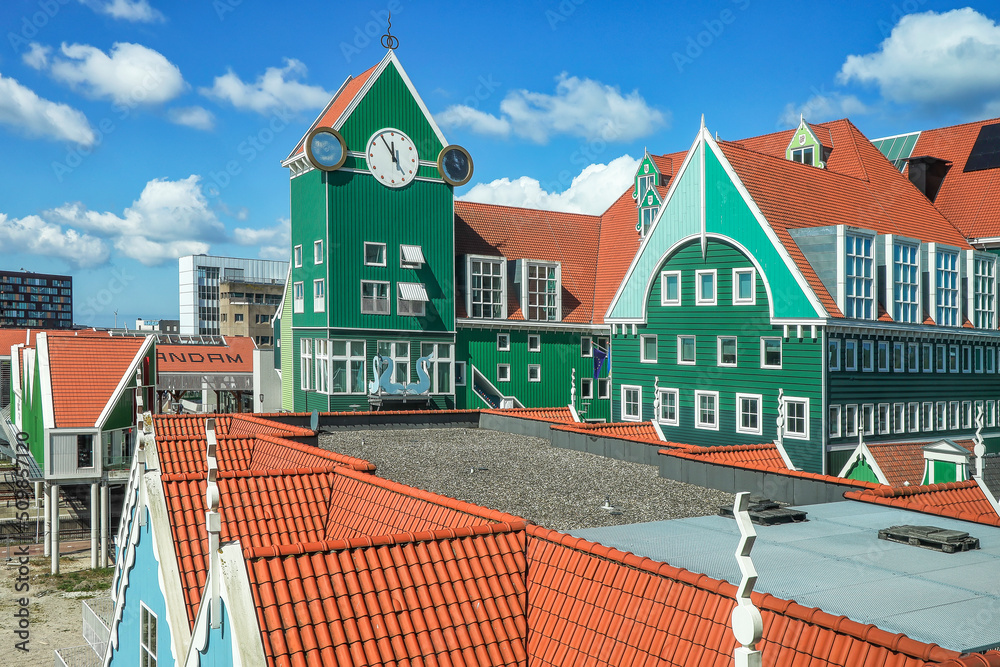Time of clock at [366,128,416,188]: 11:54
